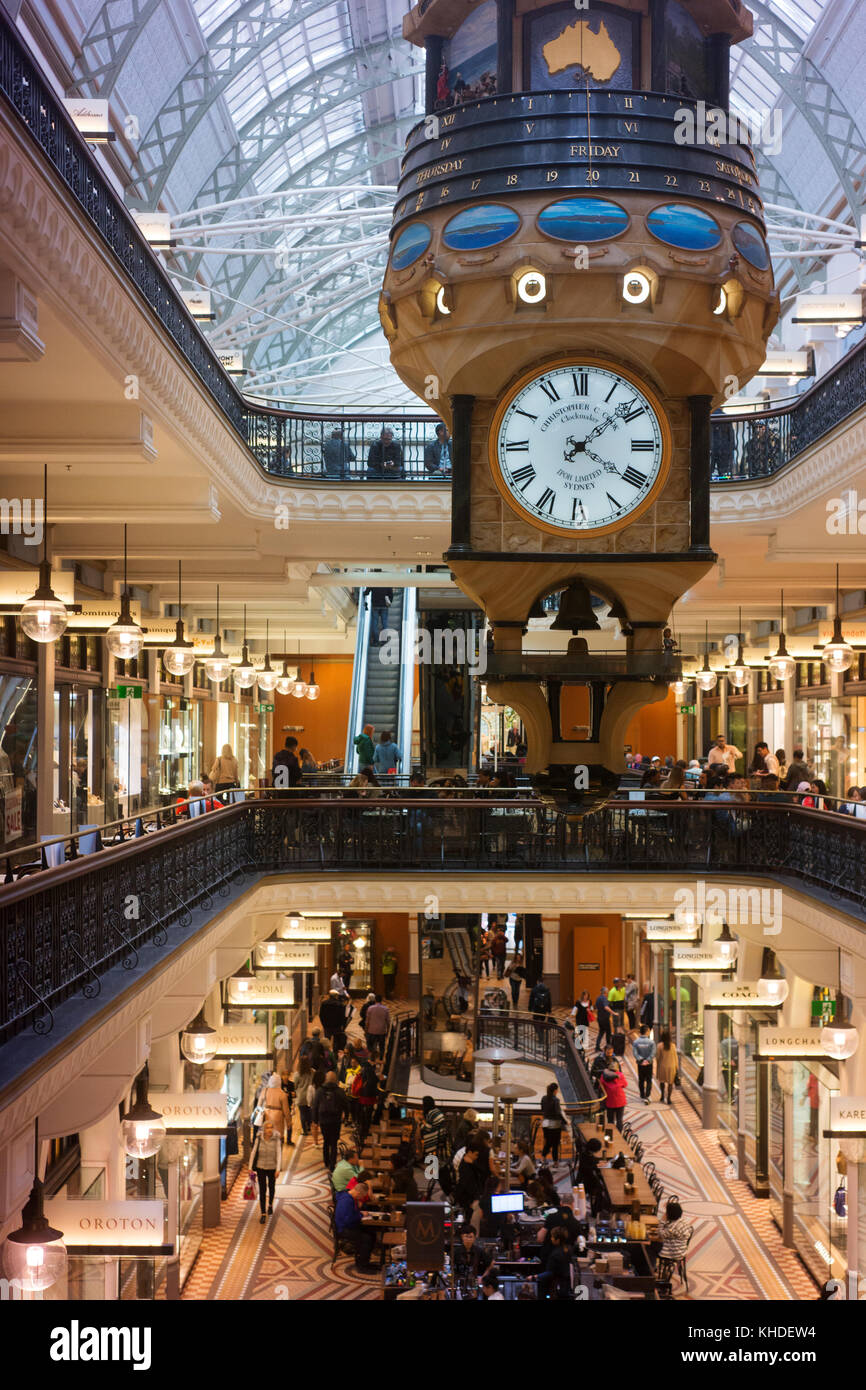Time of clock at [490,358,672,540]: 4:08
